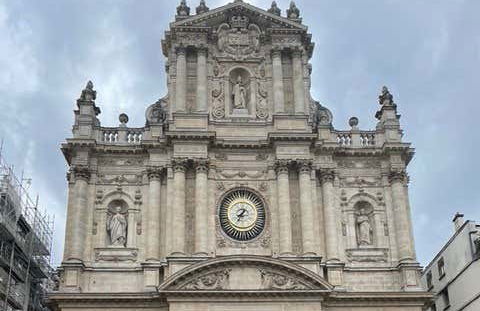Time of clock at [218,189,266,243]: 7:34
